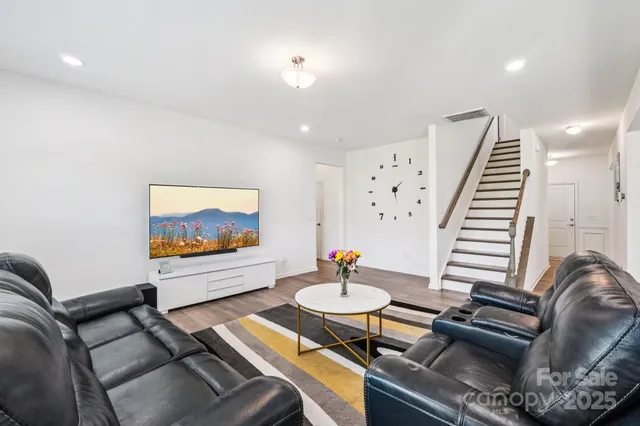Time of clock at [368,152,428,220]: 1:28
